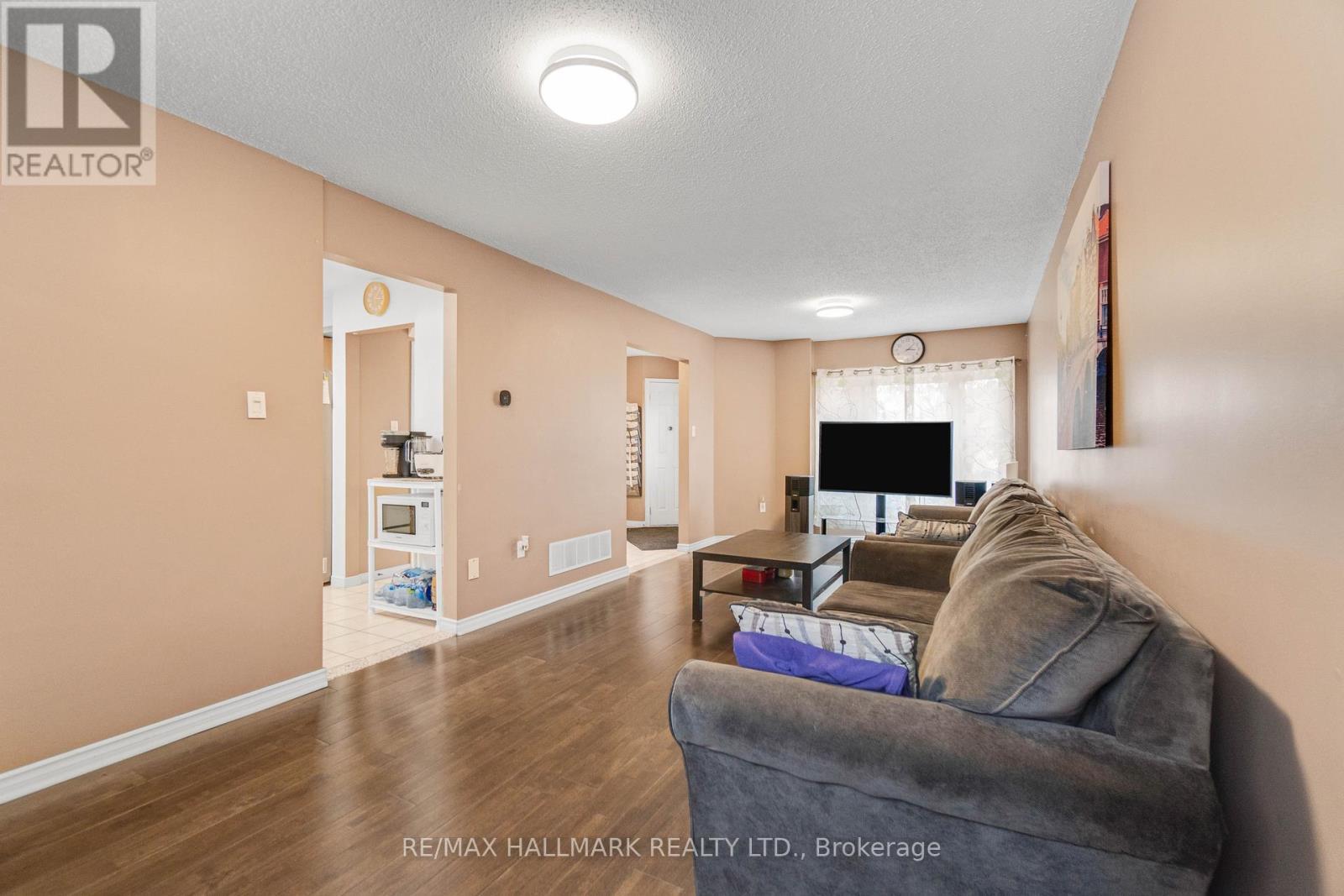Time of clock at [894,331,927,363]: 3:07
